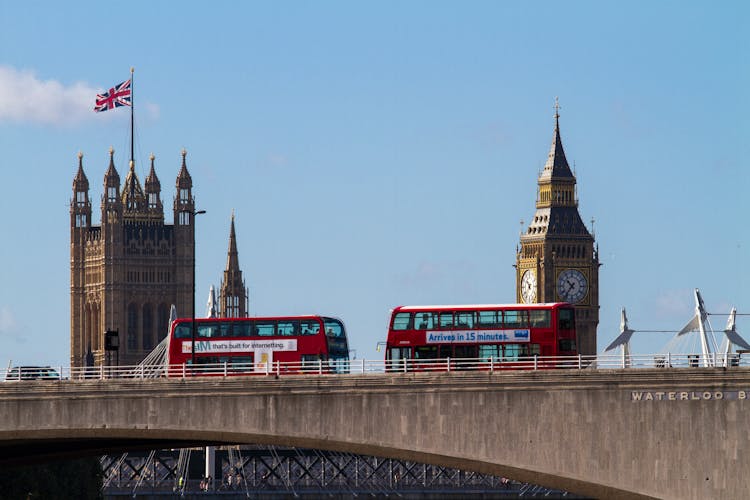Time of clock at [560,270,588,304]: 10:36
